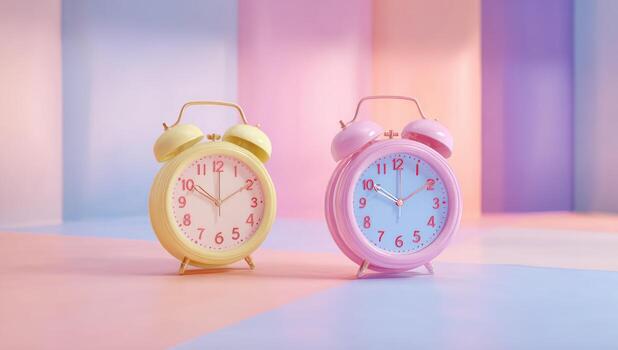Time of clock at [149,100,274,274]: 10:00
